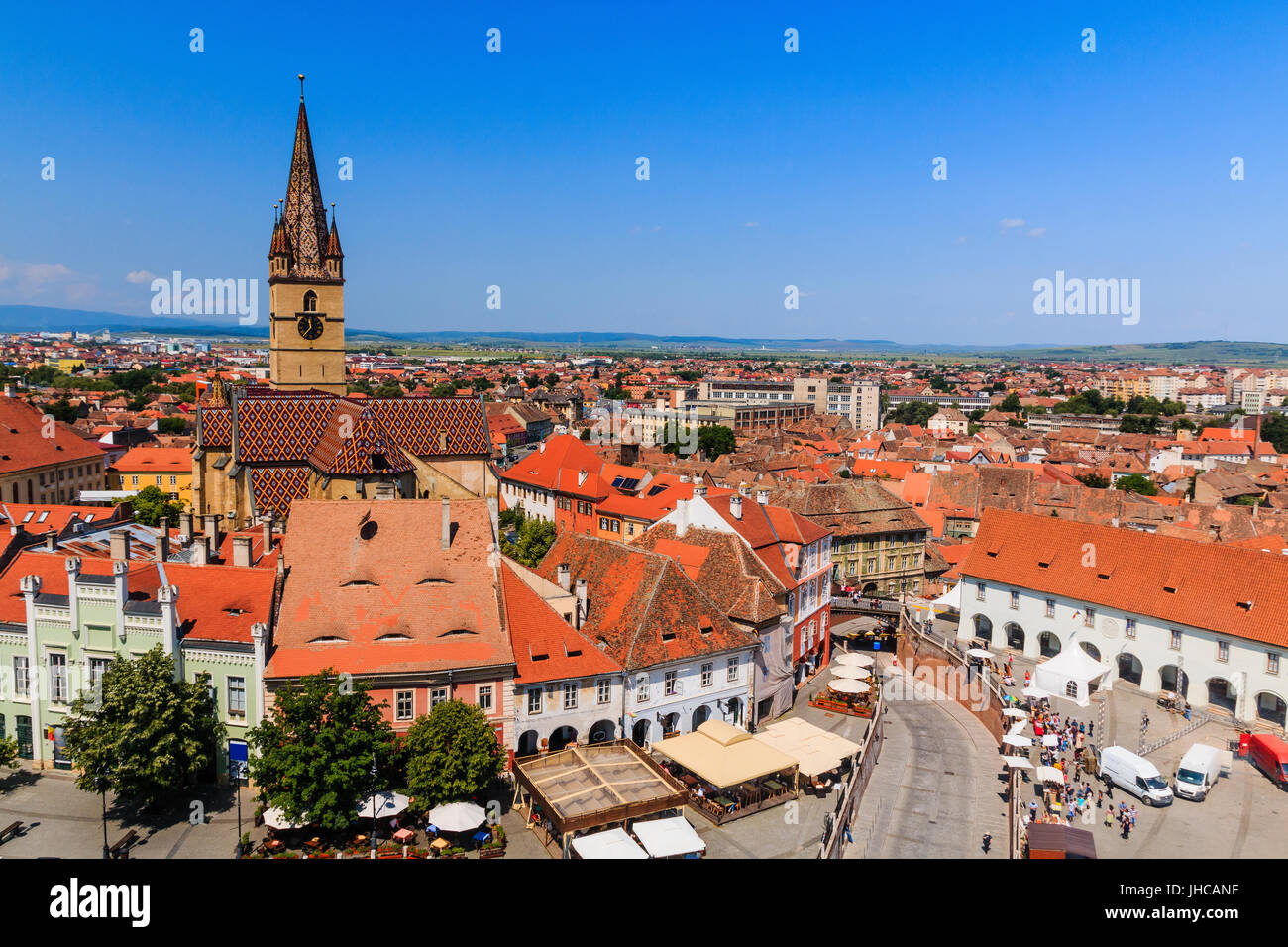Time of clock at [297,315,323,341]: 11:36
